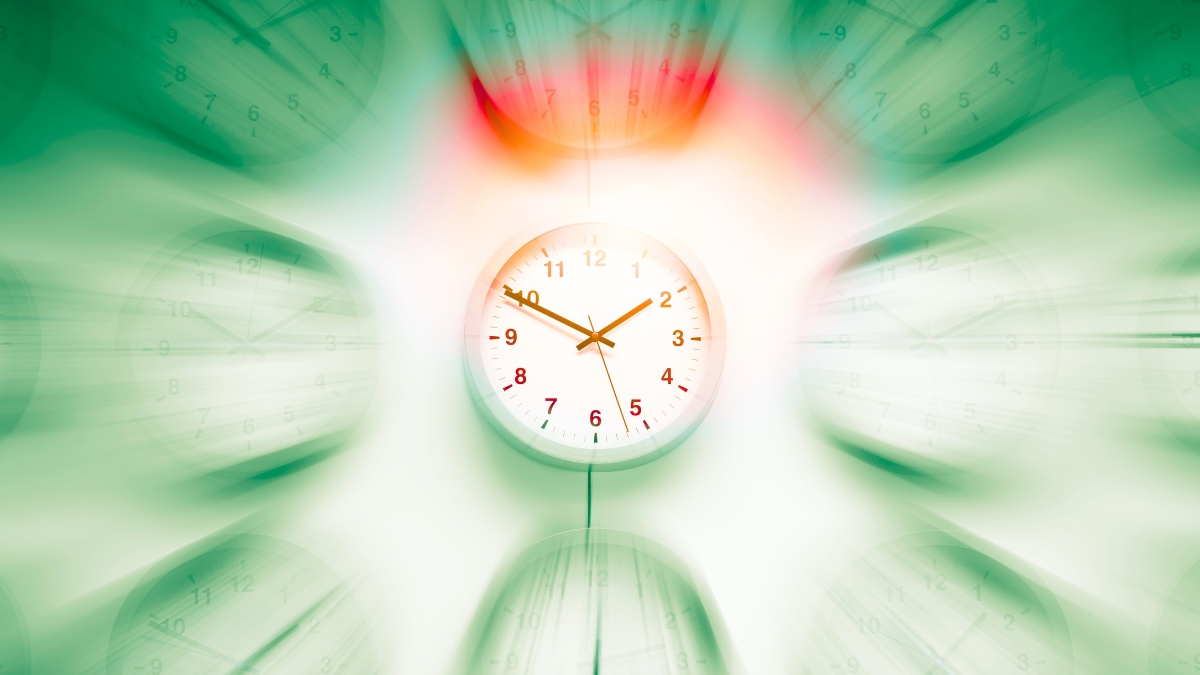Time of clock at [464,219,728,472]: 1:49
